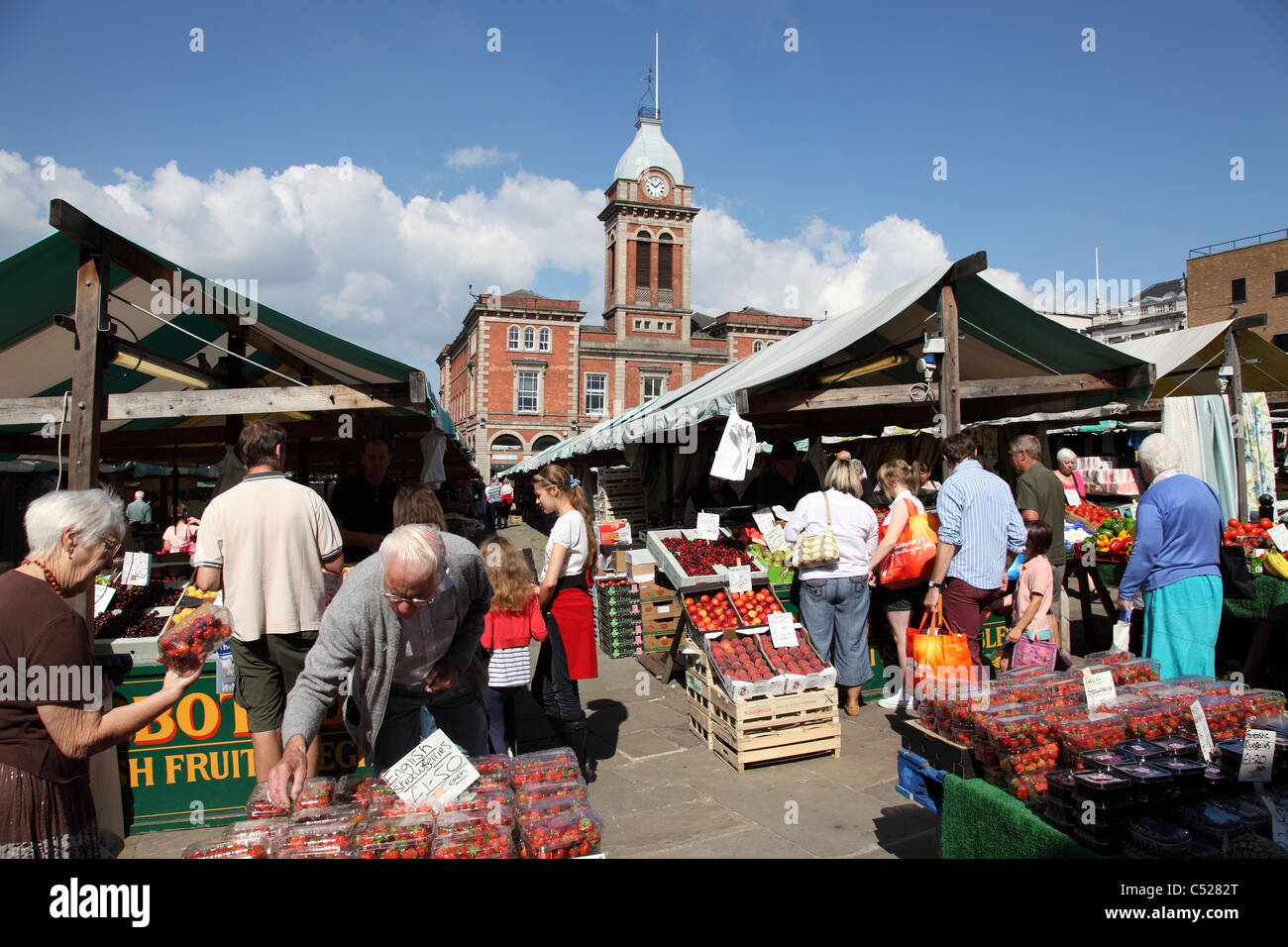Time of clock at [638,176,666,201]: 10:07
